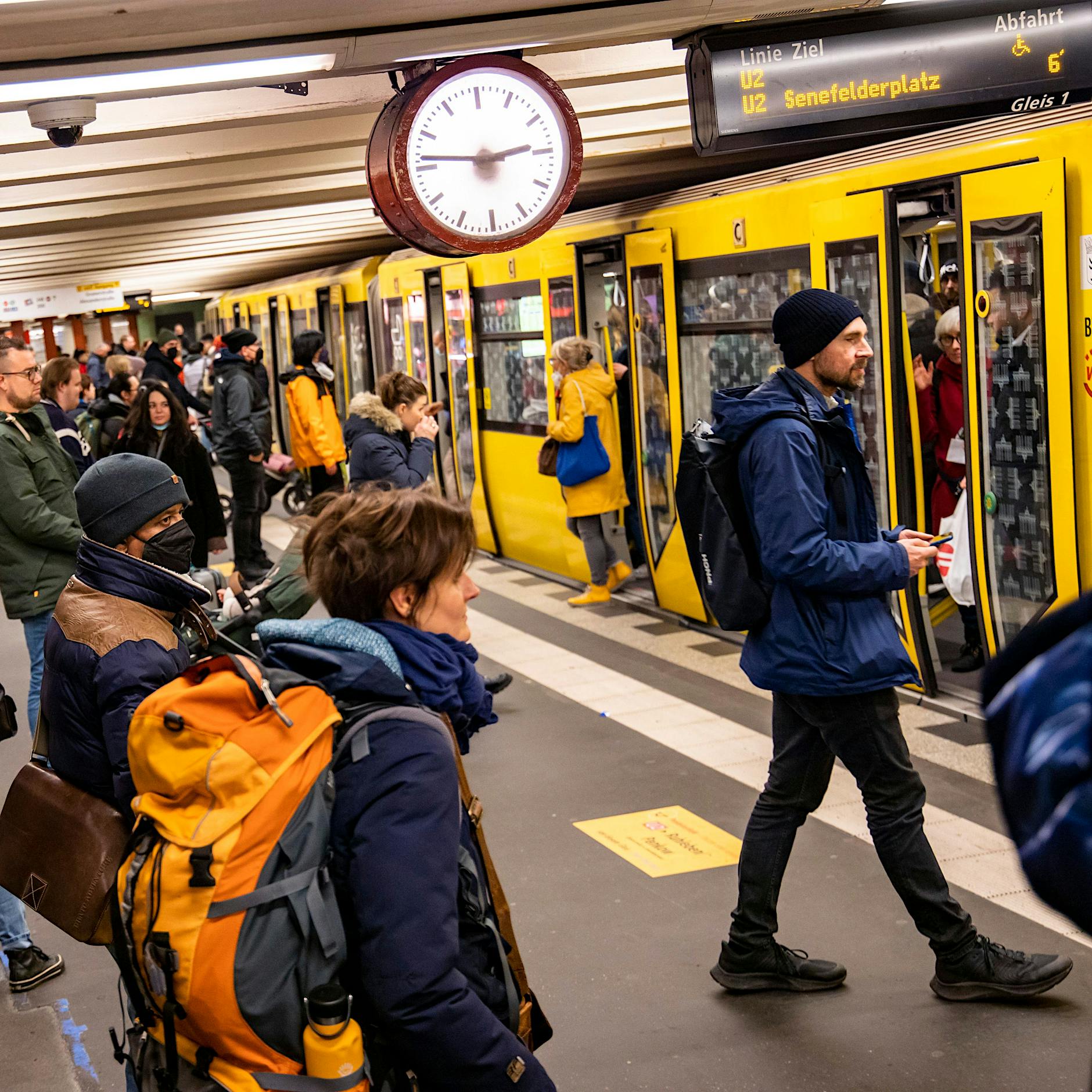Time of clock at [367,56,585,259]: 2:46
